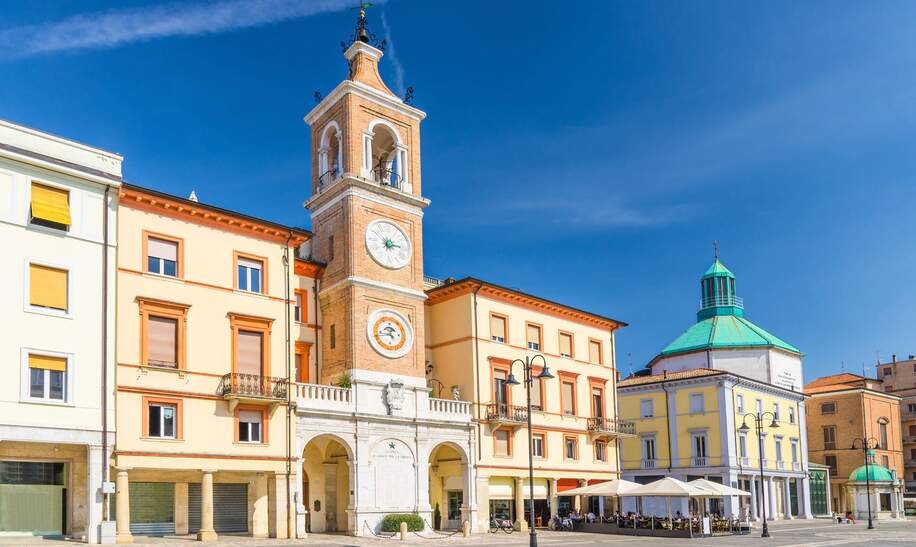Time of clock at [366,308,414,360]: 4:42
